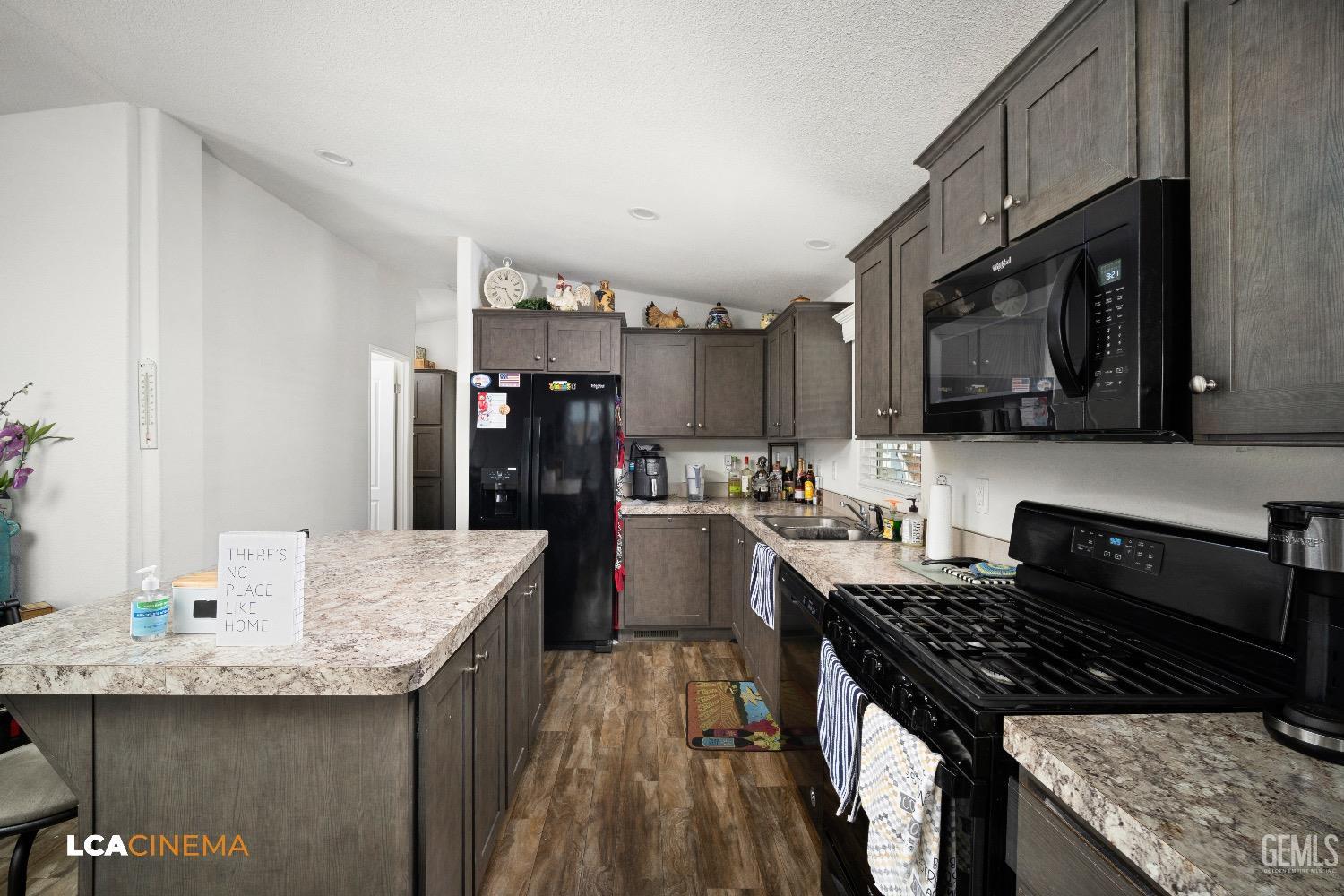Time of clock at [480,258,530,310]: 9:25
